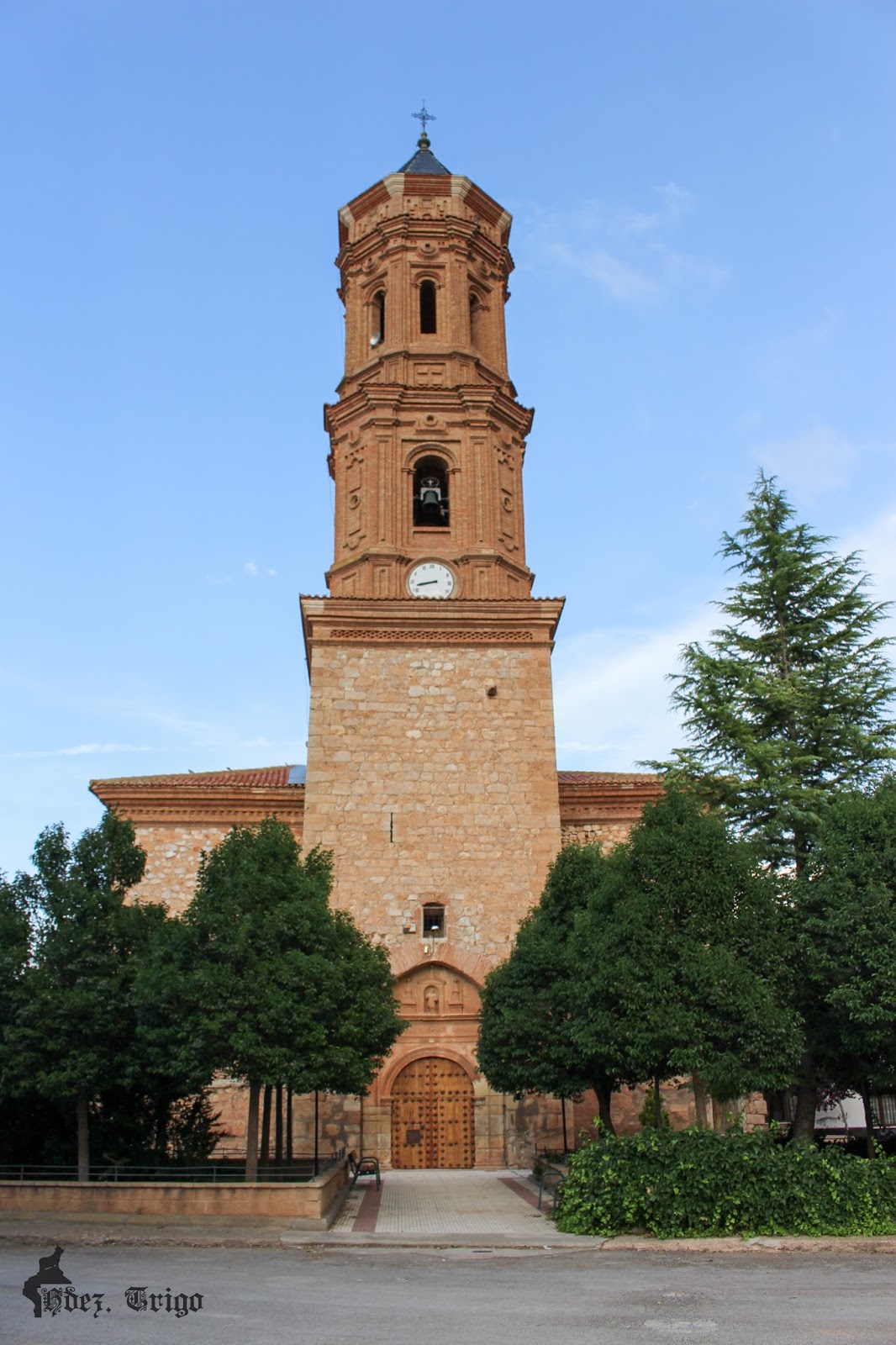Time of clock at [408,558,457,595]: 8:42
